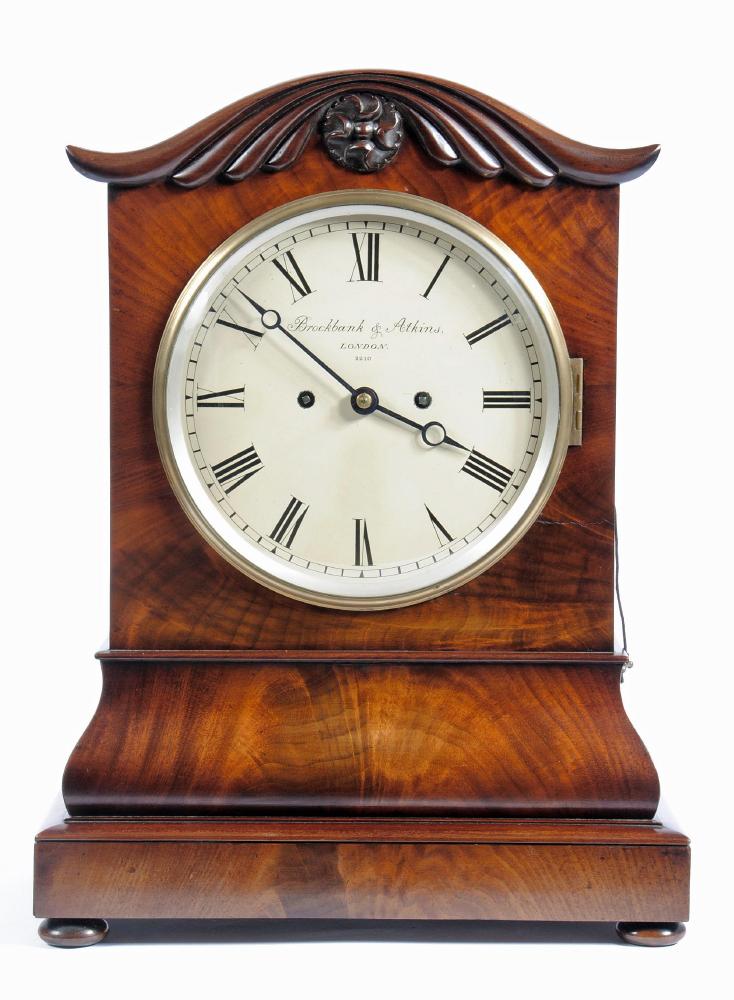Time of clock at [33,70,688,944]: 3:51
